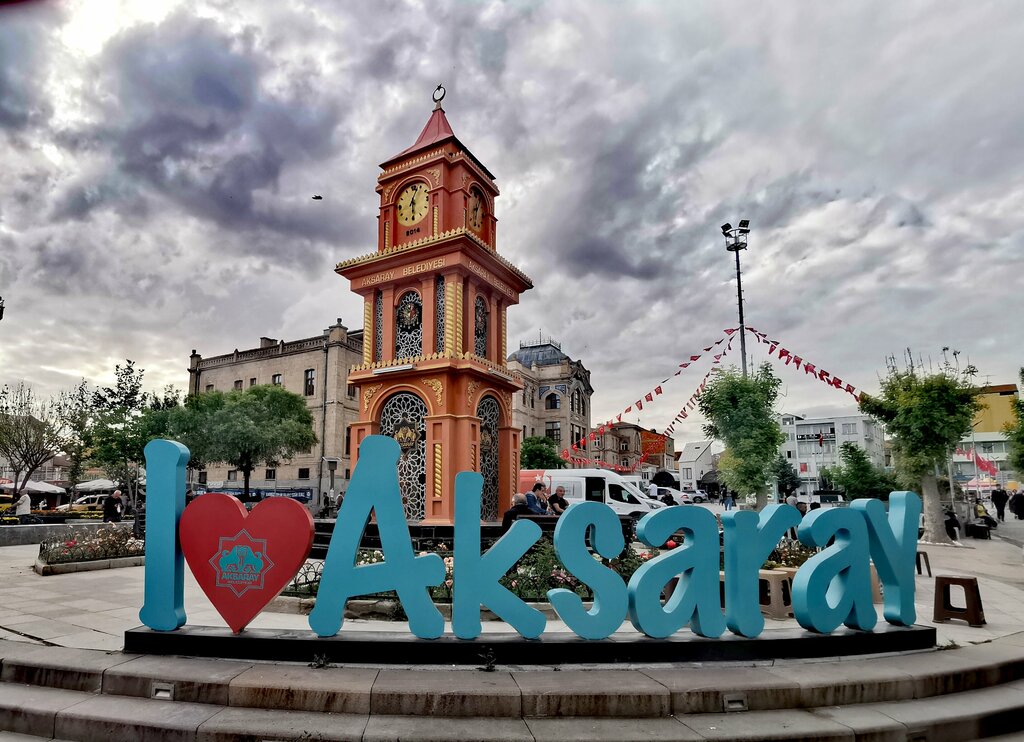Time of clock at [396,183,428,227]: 6:03
